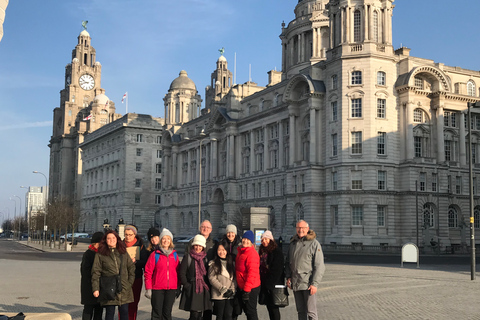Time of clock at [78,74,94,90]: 9:42
